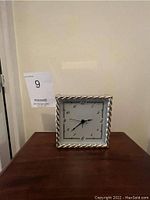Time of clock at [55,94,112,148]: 2:38
